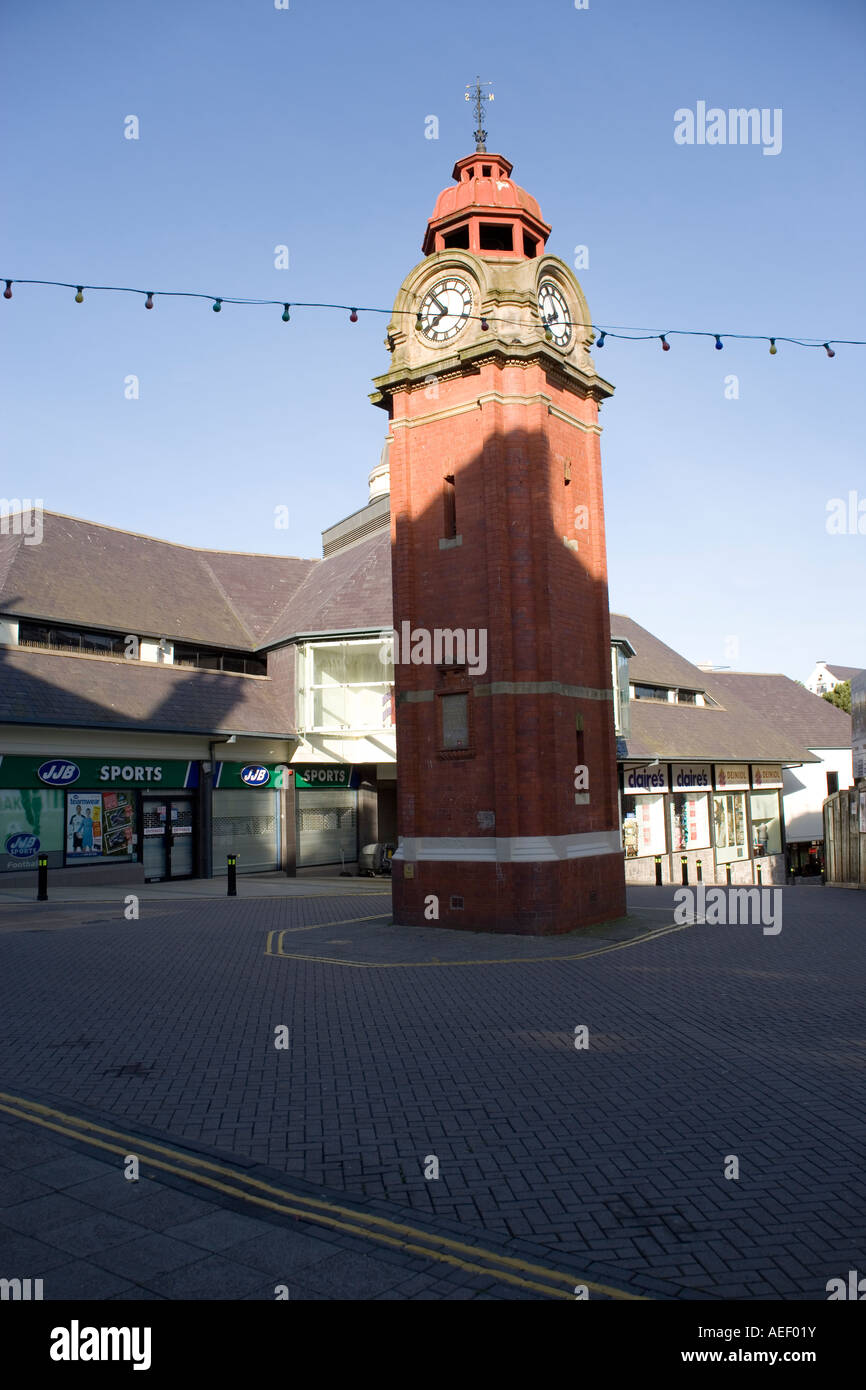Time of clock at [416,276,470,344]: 7:53
